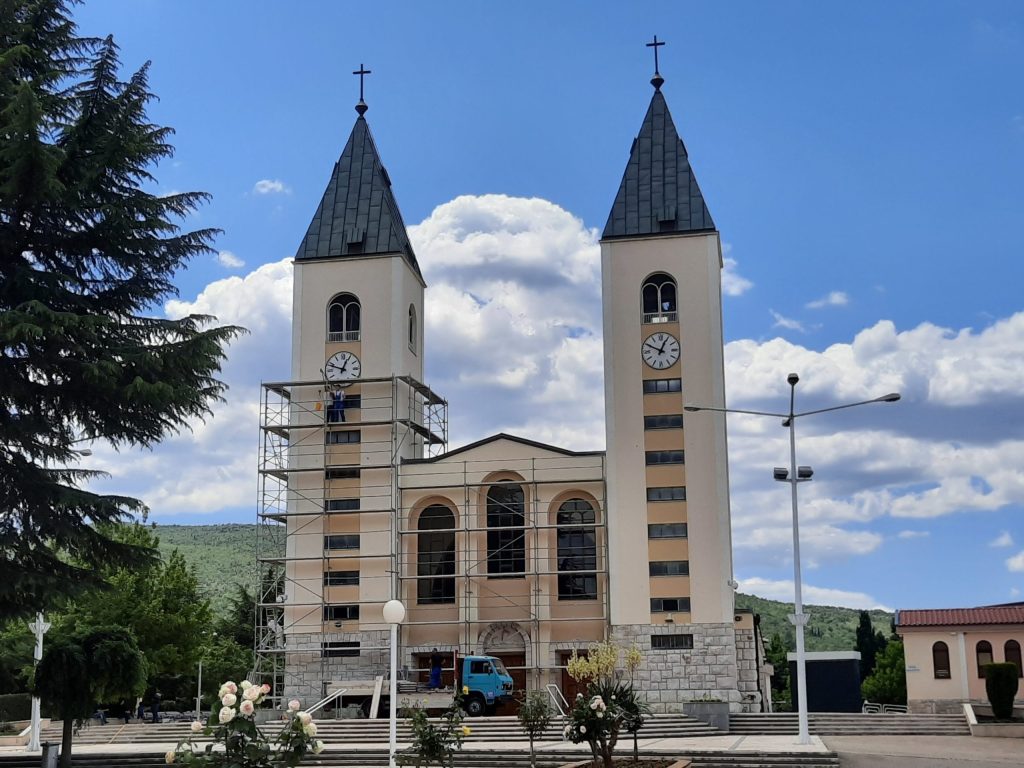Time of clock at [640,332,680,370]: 12:49
